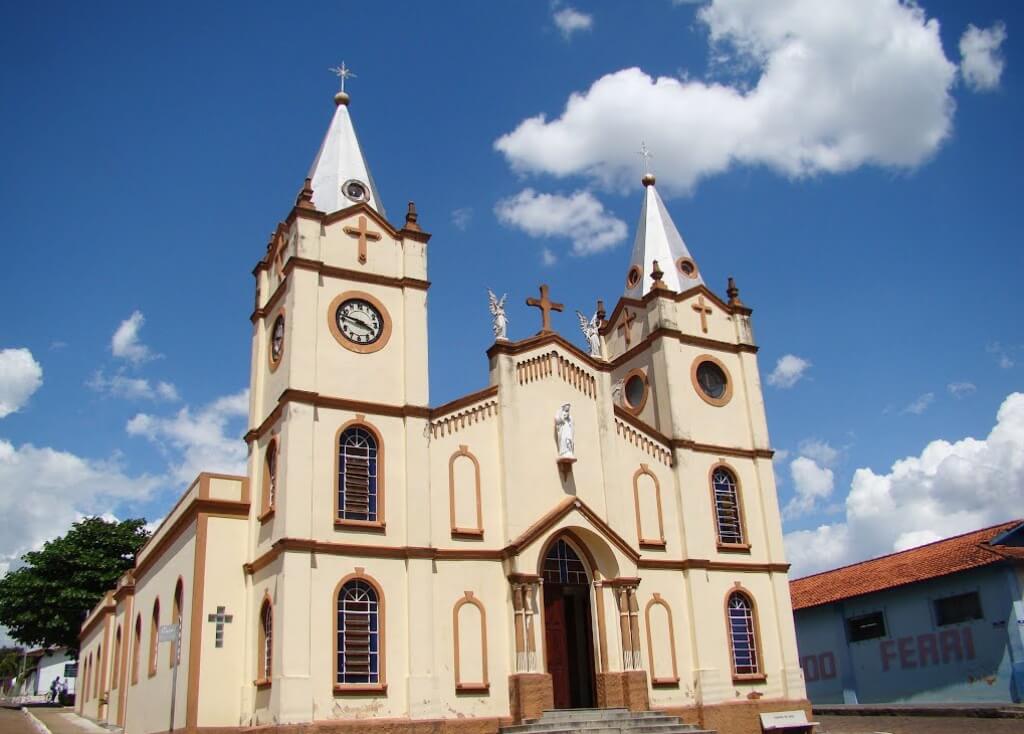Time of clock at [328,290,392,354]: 3:47
